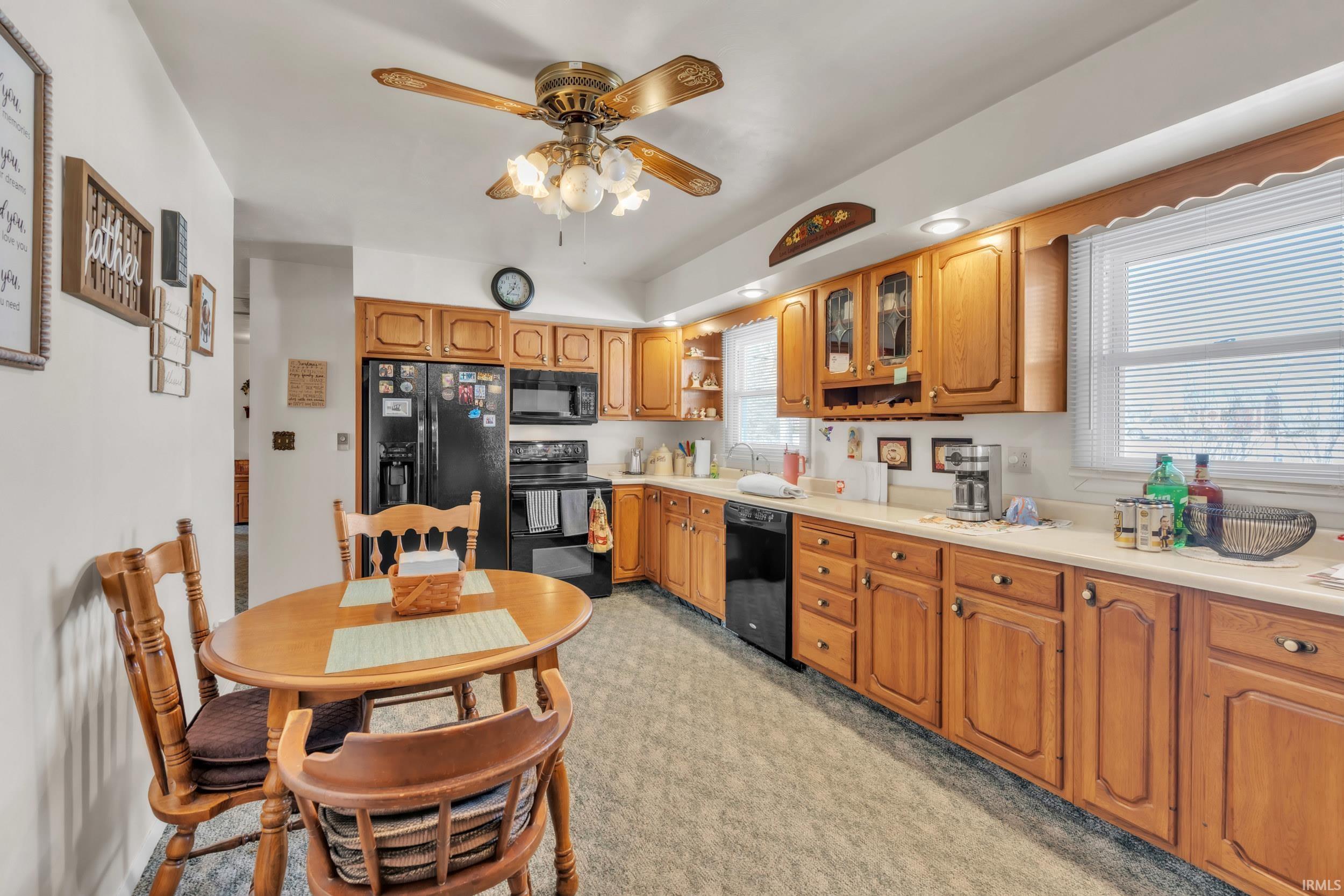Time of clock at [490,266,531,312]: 12:36
